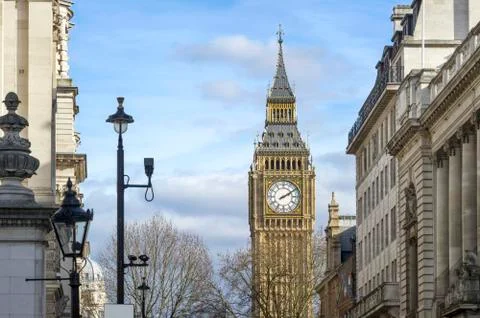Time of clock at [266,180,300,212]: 2:09
